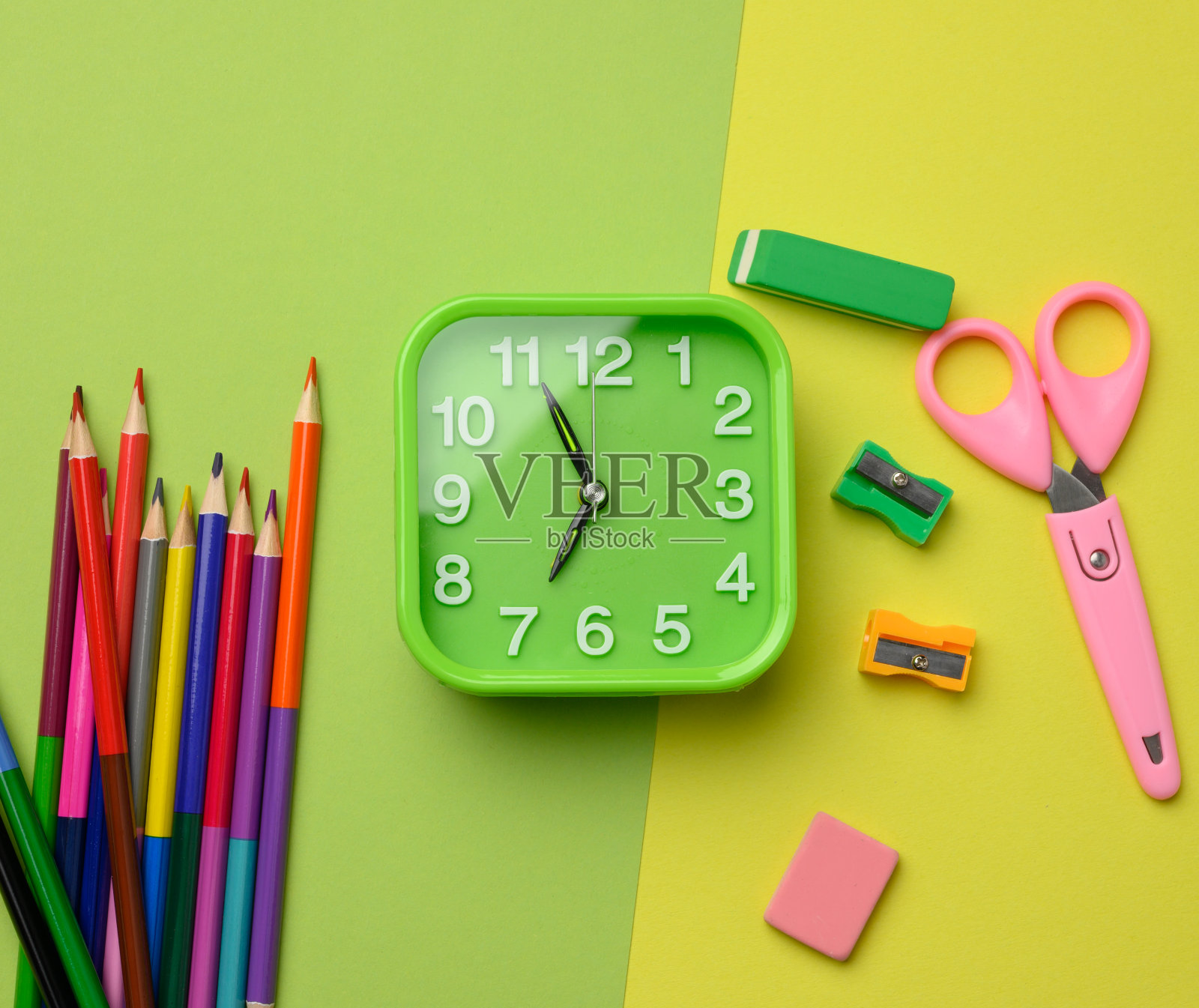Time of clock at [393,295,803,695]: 6:55
